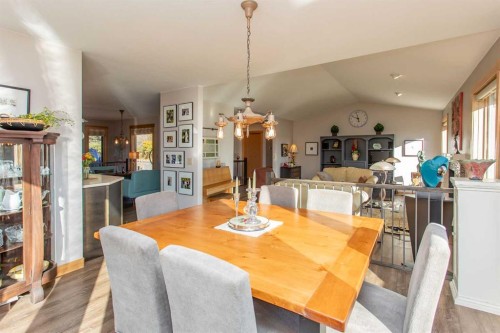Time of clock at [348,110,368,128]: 9:57
